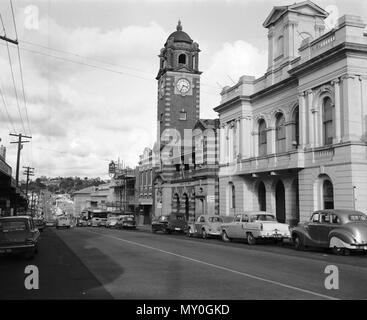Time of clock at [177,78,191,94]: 3:34
